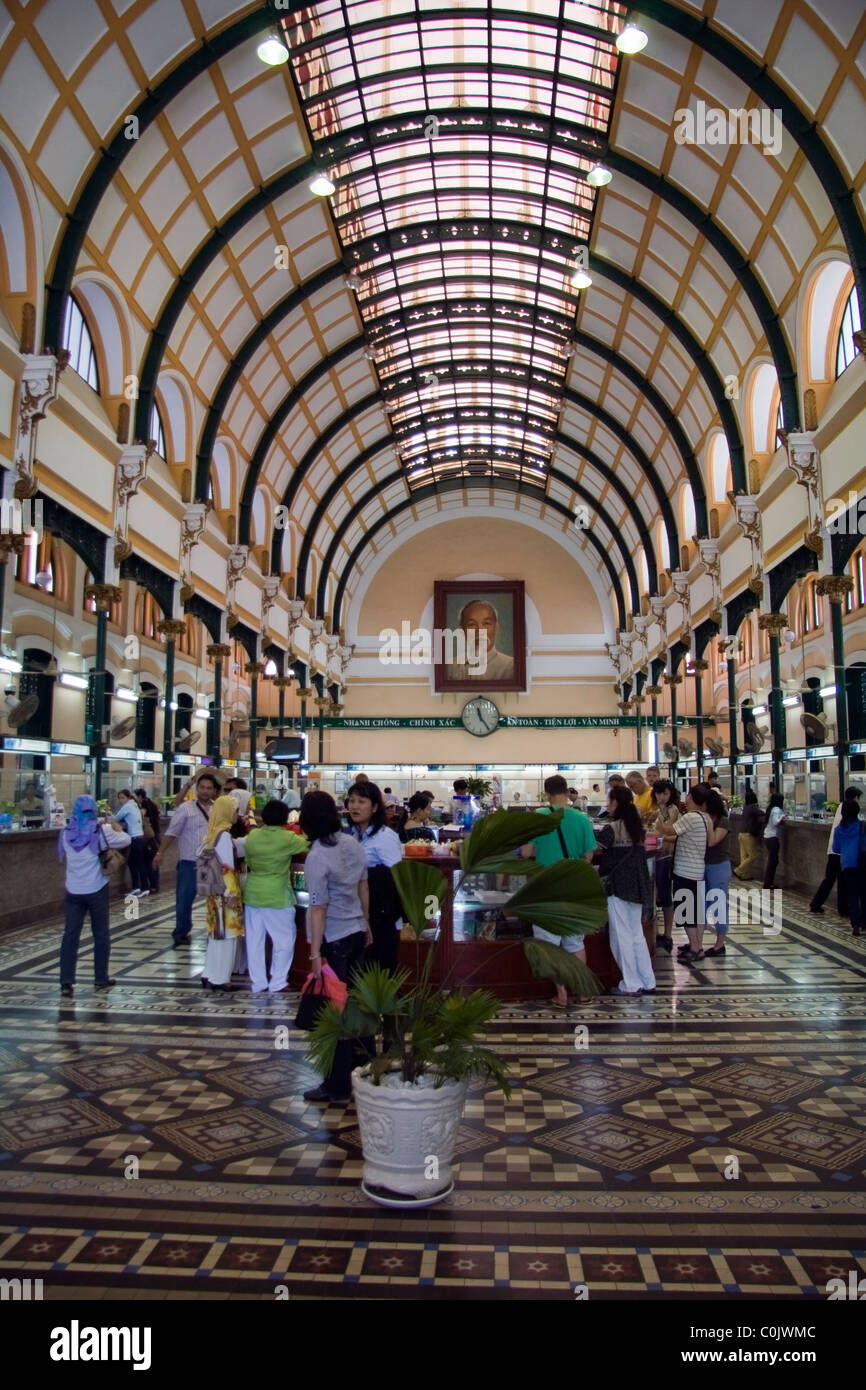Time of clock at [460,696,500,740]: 11:24
